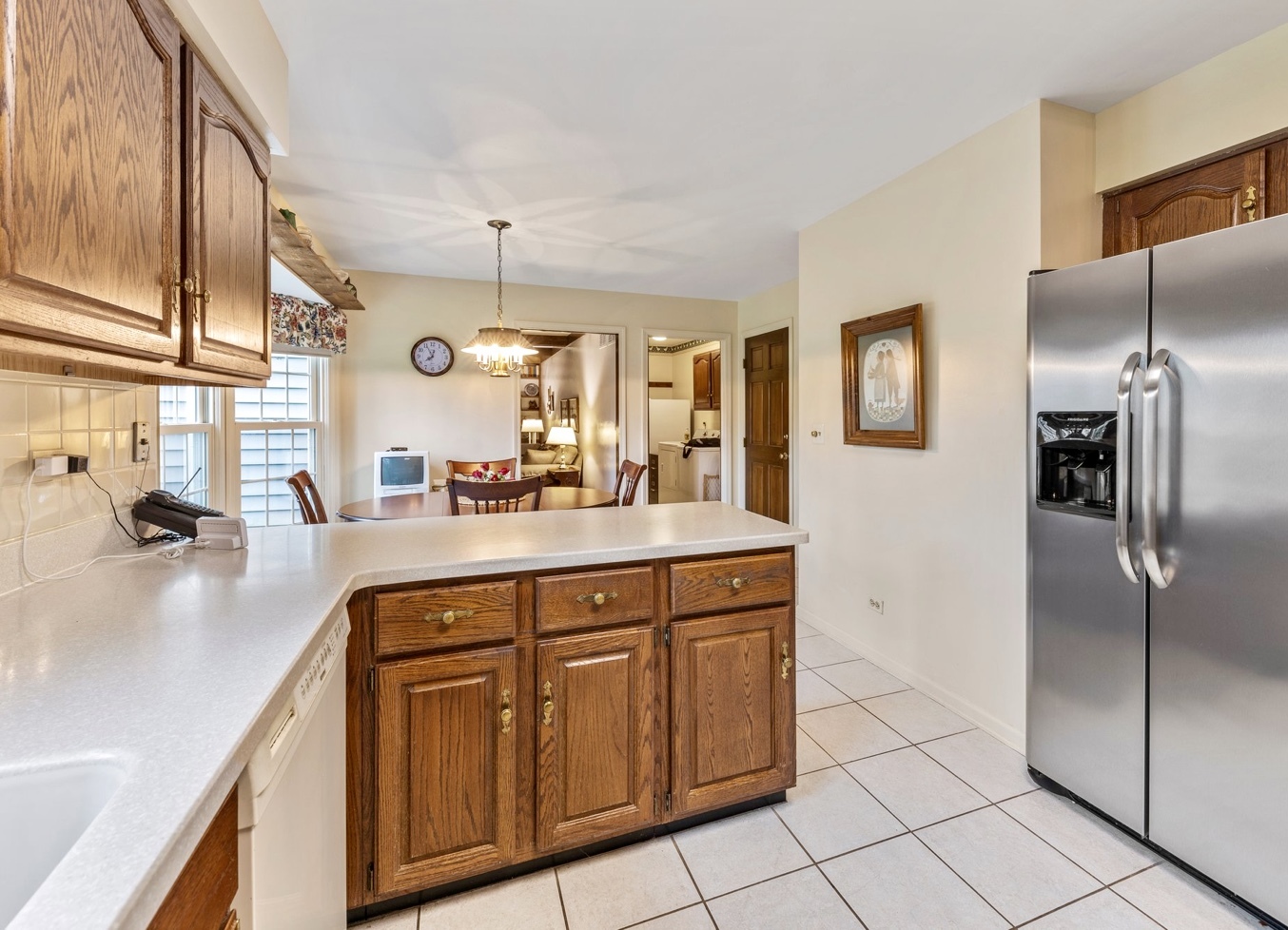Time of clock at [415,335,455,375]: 7:55
